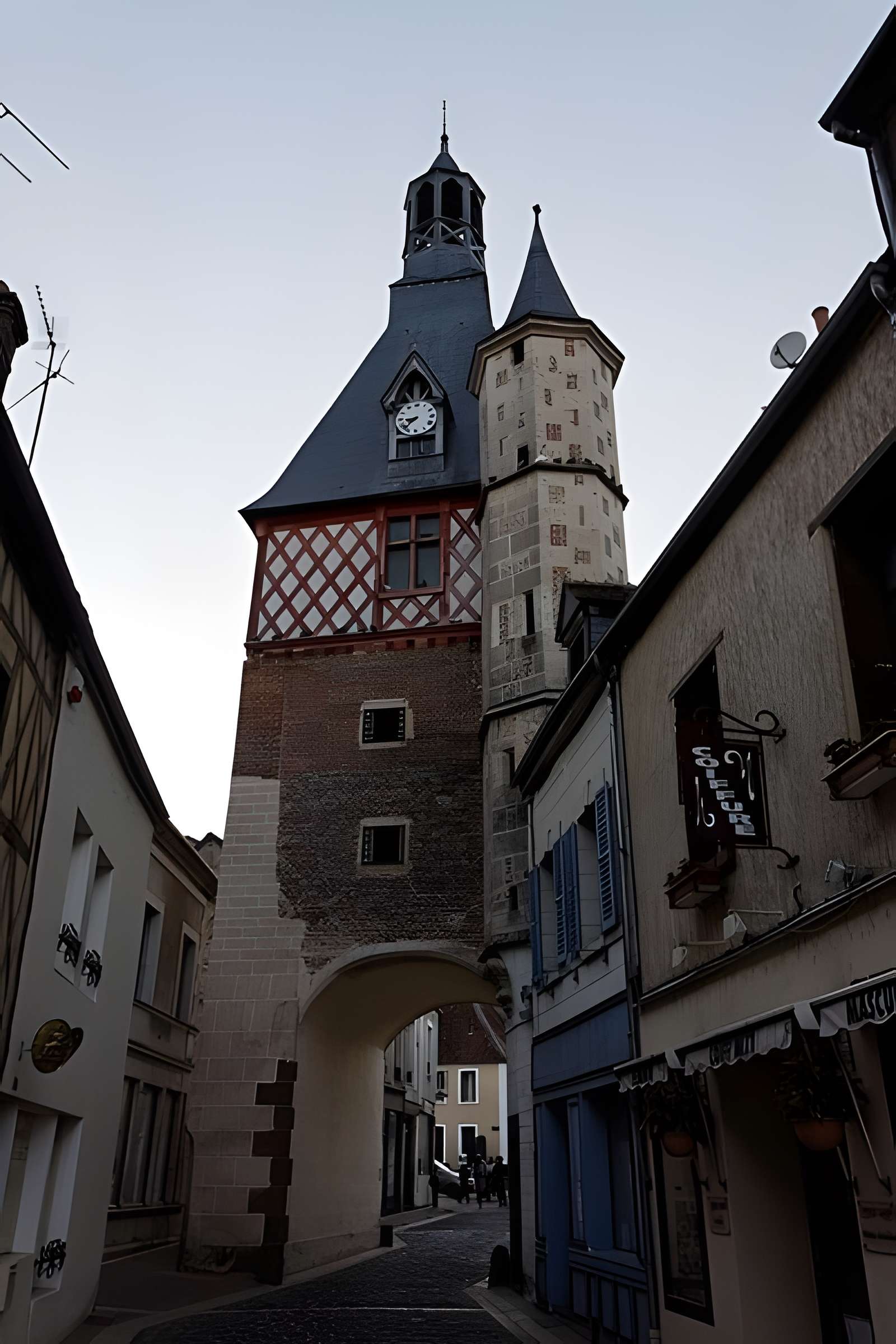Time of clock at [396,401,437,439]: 8:37
